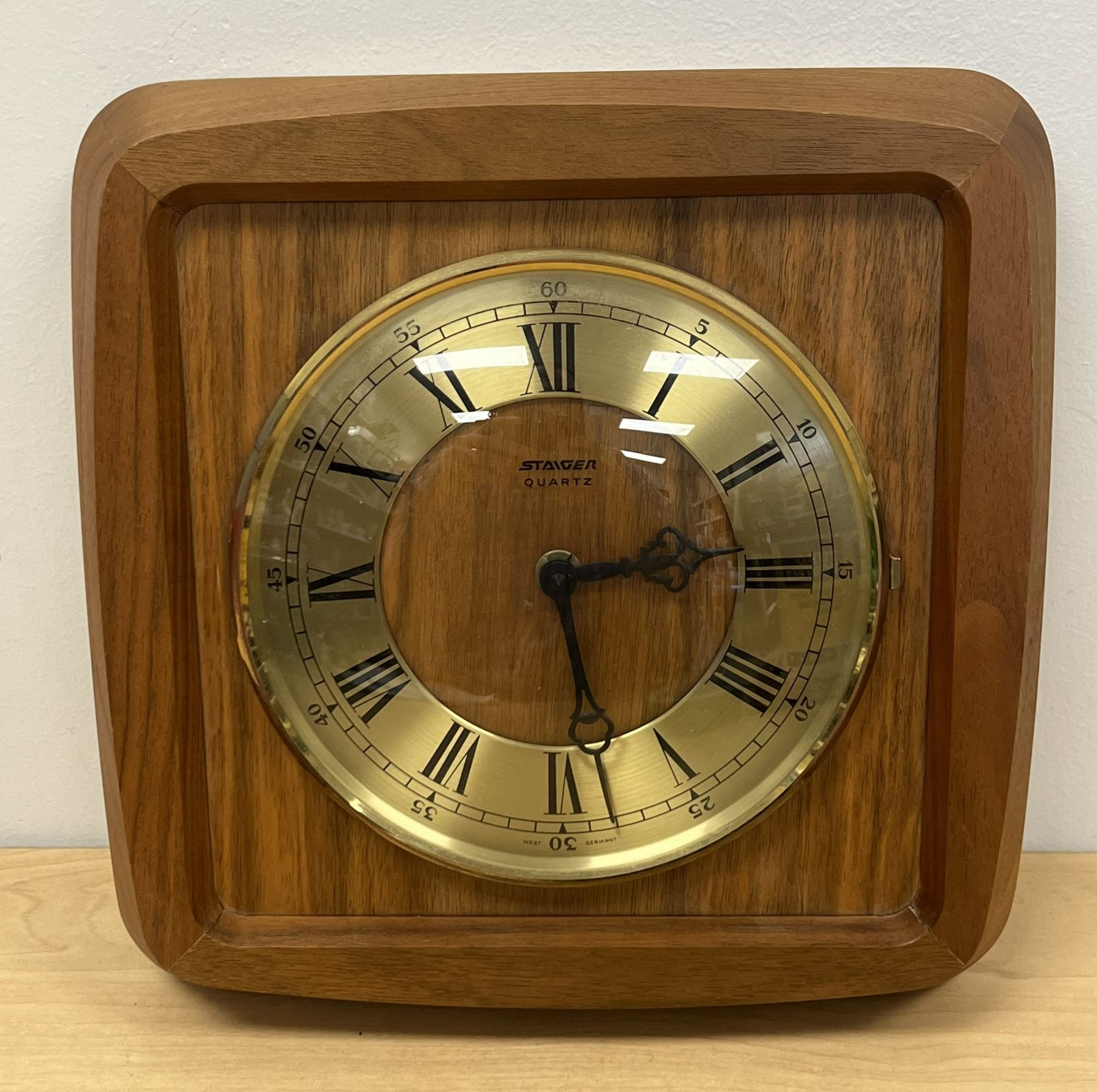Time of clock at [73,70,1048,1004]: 2:28
